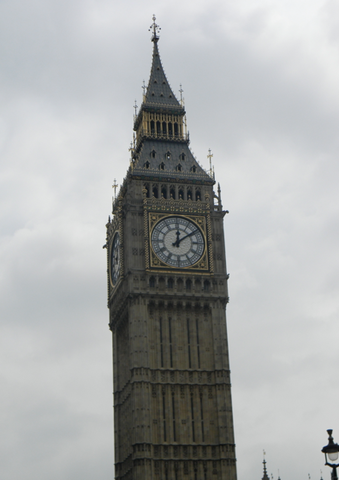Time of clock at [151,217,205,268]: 12:09
